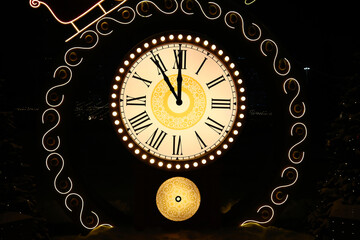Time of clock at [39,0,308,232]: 11:00
